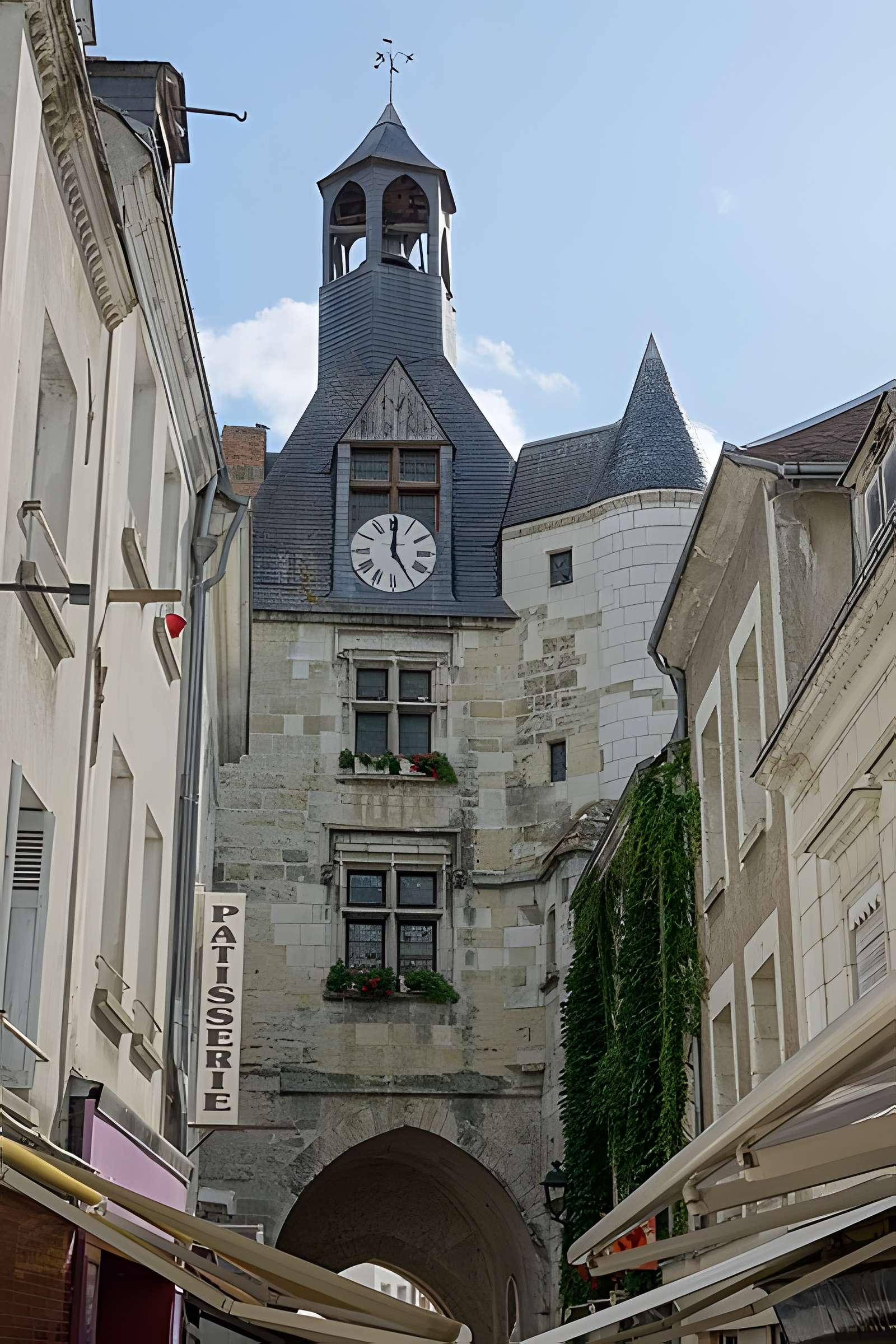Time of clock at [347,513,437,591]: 5:00
